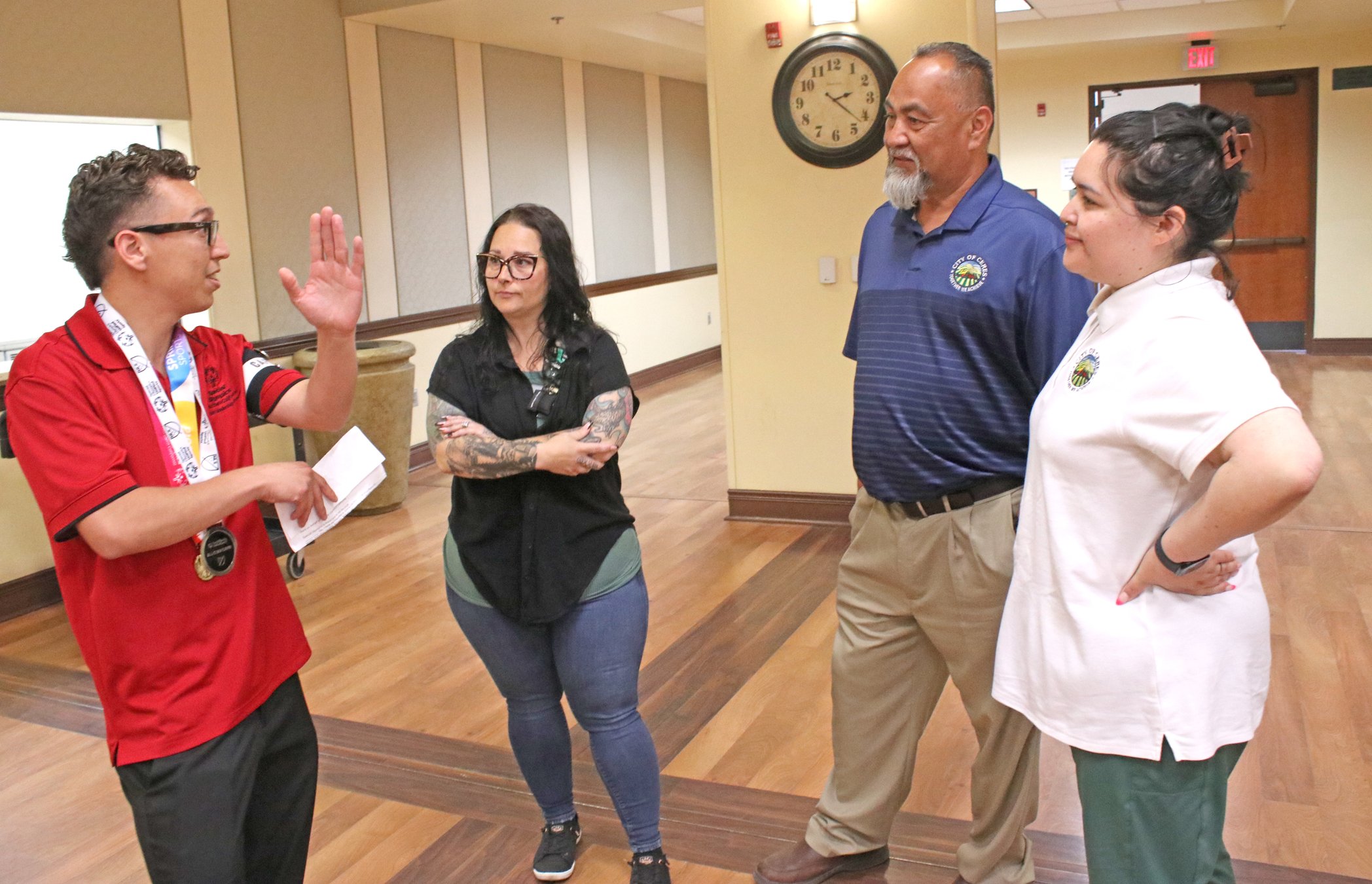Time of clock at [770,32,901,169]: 2:21
